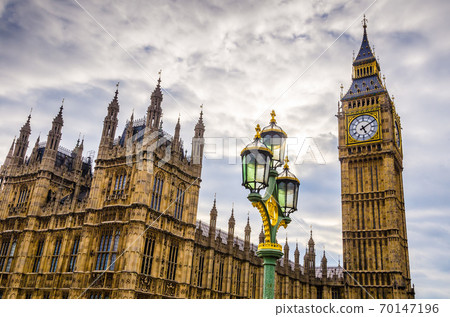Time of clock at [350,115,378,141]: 5:09
